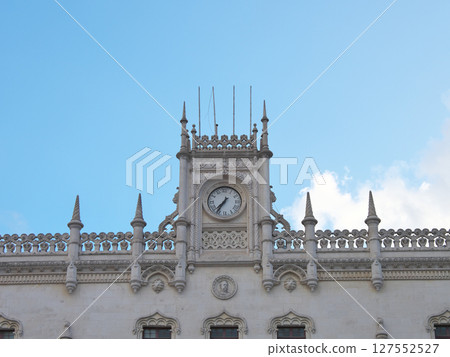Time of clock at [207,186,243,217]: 7:35
